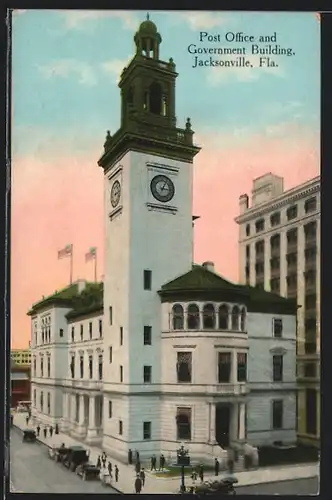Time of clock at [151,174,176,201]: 3:04
